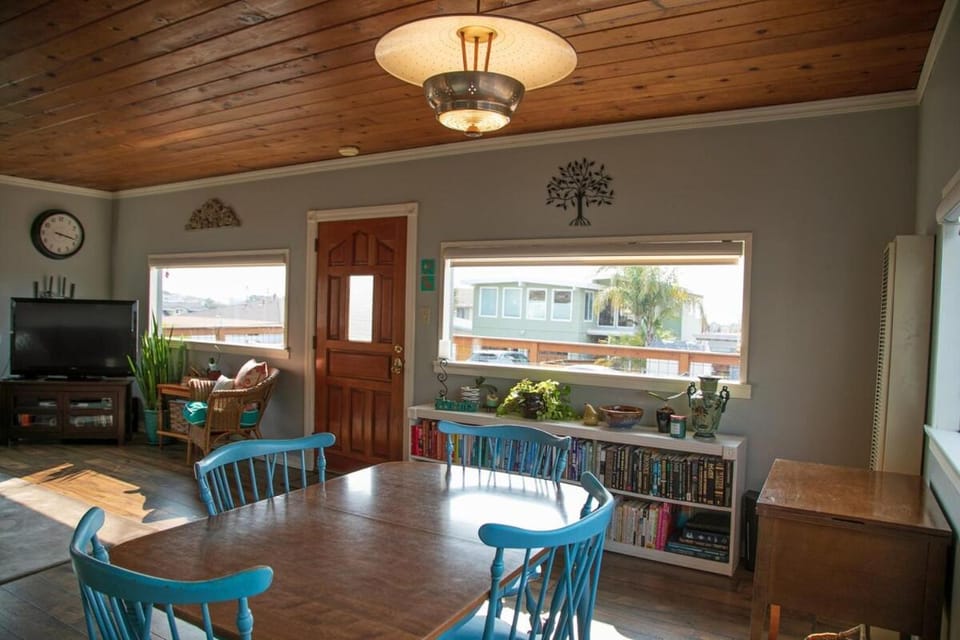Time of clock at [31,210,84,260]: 3:17
